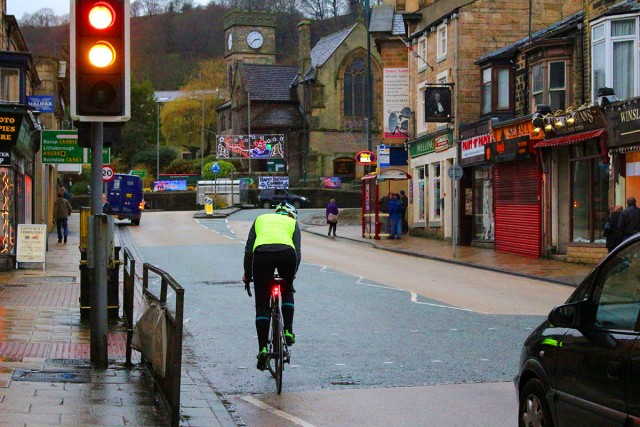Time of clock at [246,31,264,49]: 2:37
